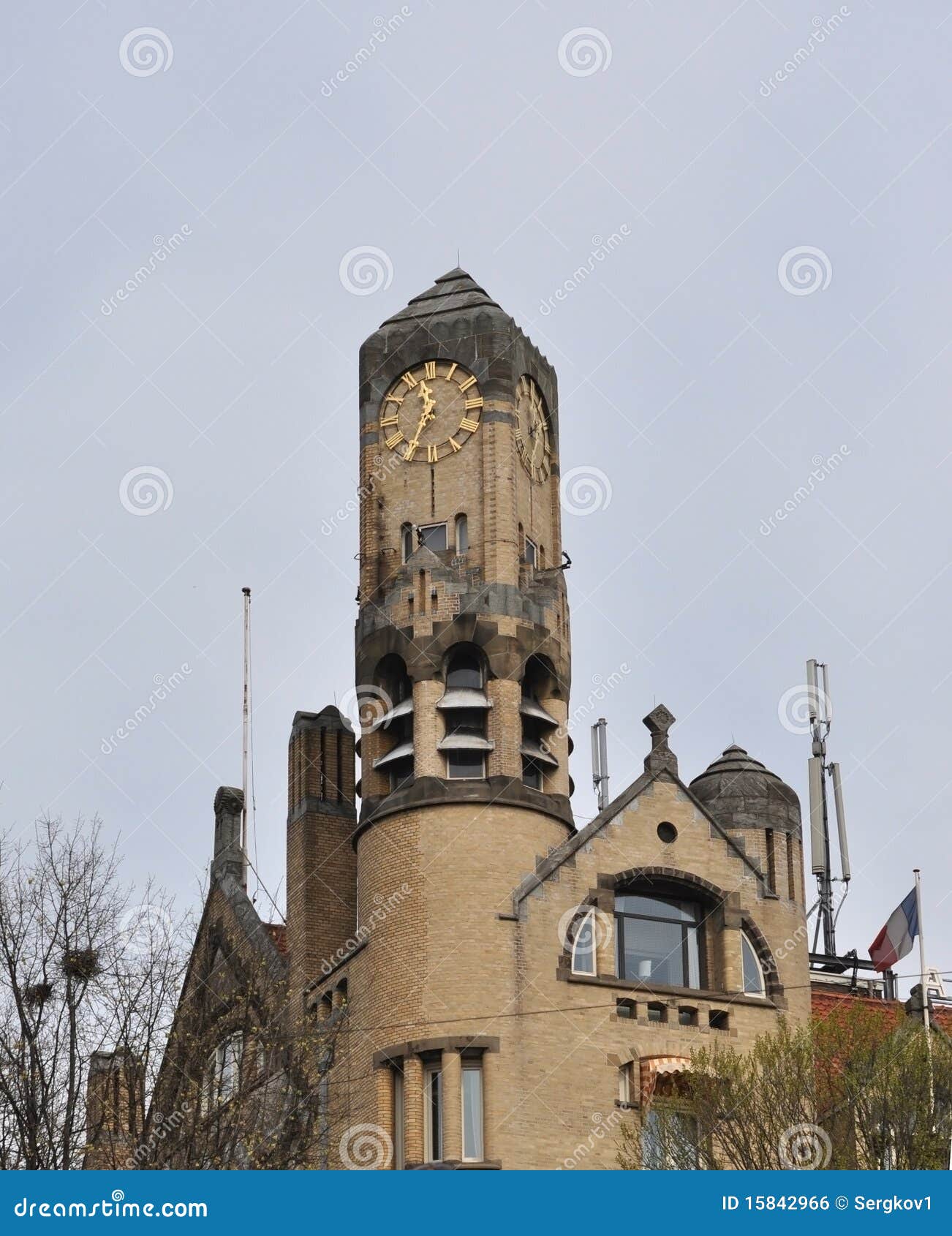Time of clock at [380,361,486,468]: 11:34
